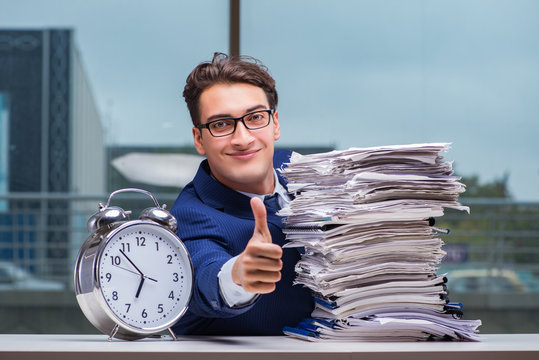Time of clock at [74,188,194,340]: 6:53
